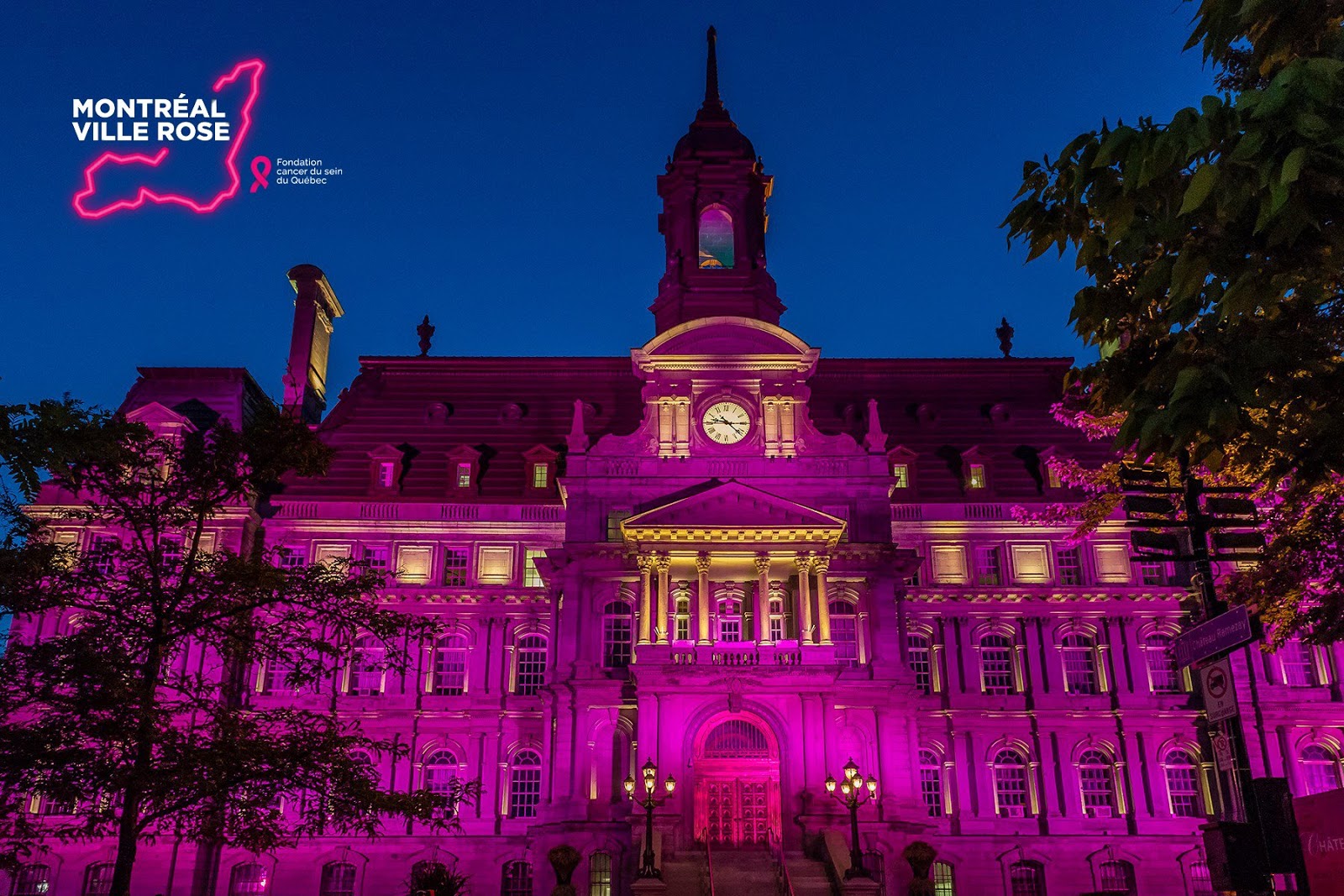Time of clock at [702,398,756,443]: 9:22
